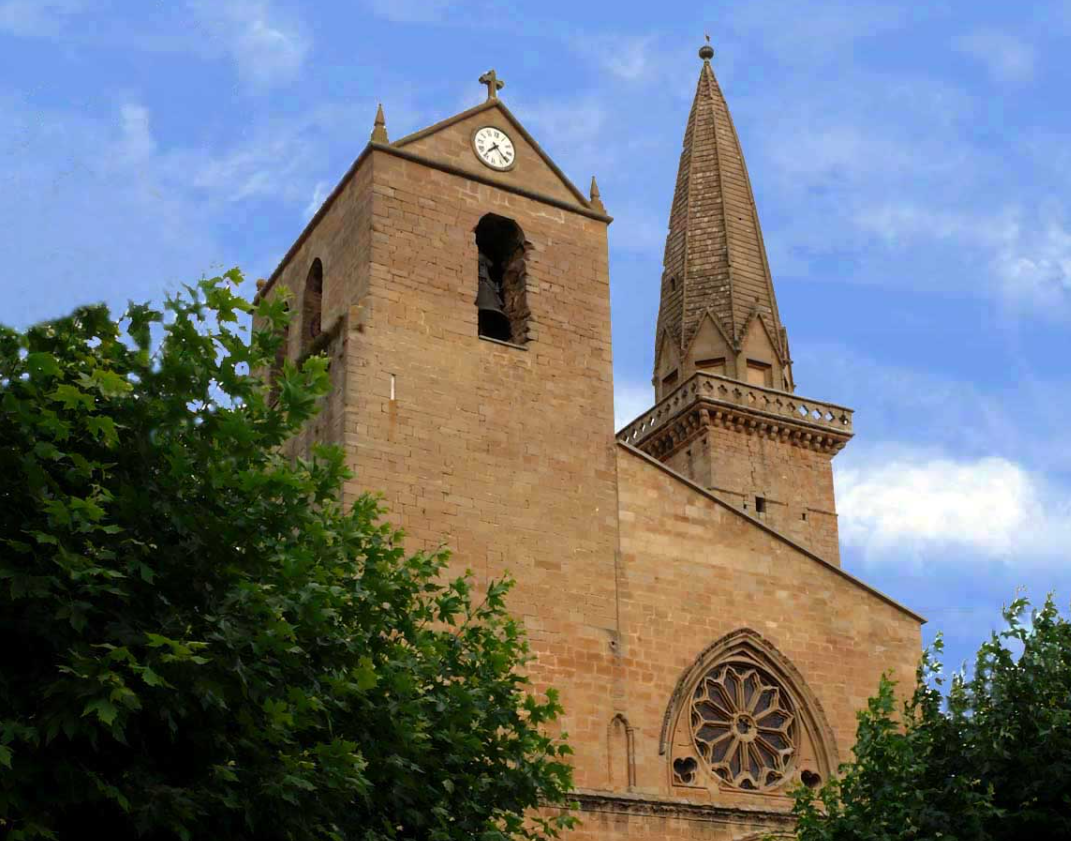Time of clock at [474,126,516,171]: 7:21
